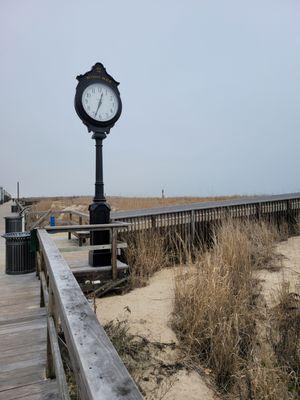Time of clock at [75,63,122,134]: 12:33
